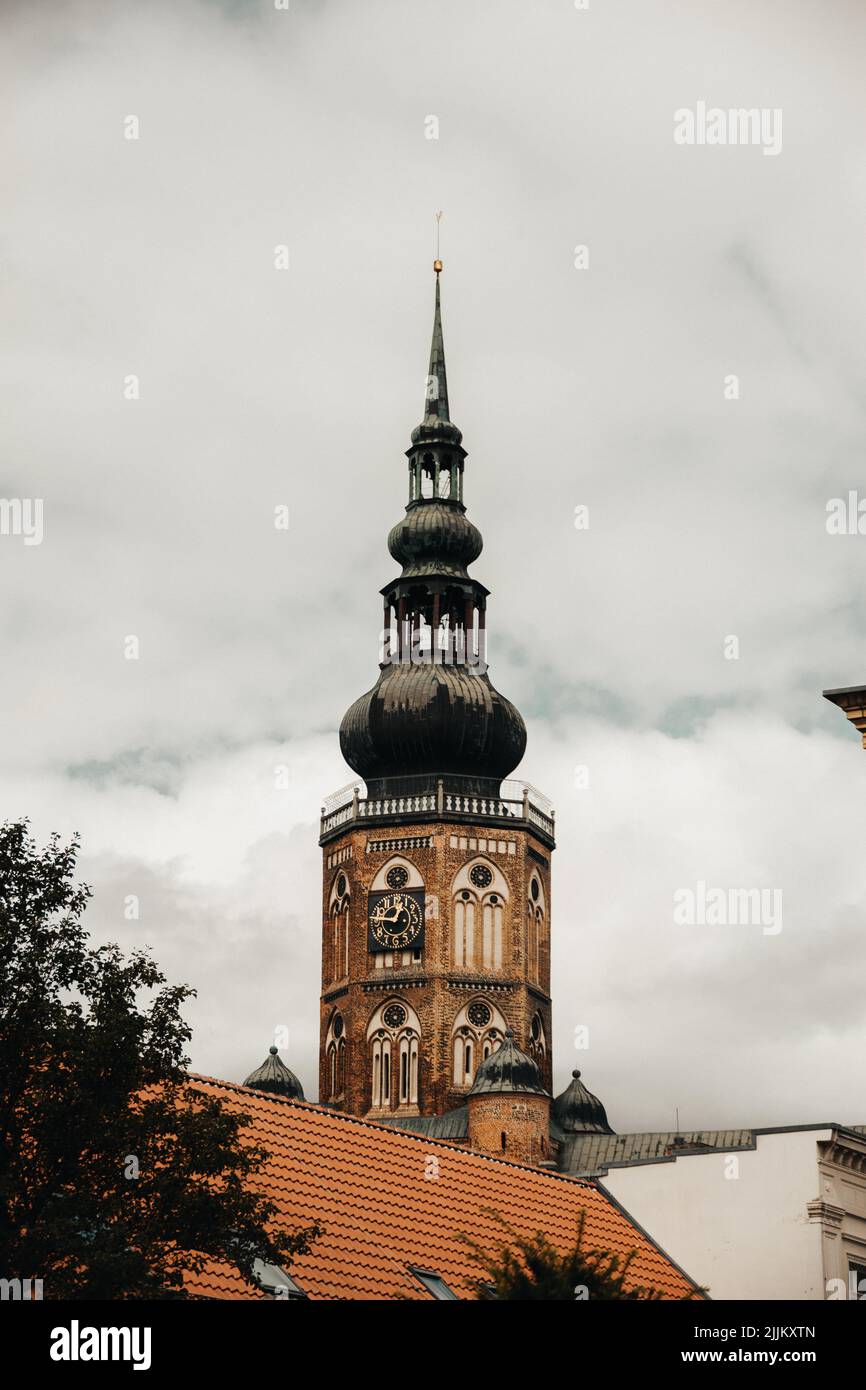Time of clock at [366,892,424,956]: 12:46
